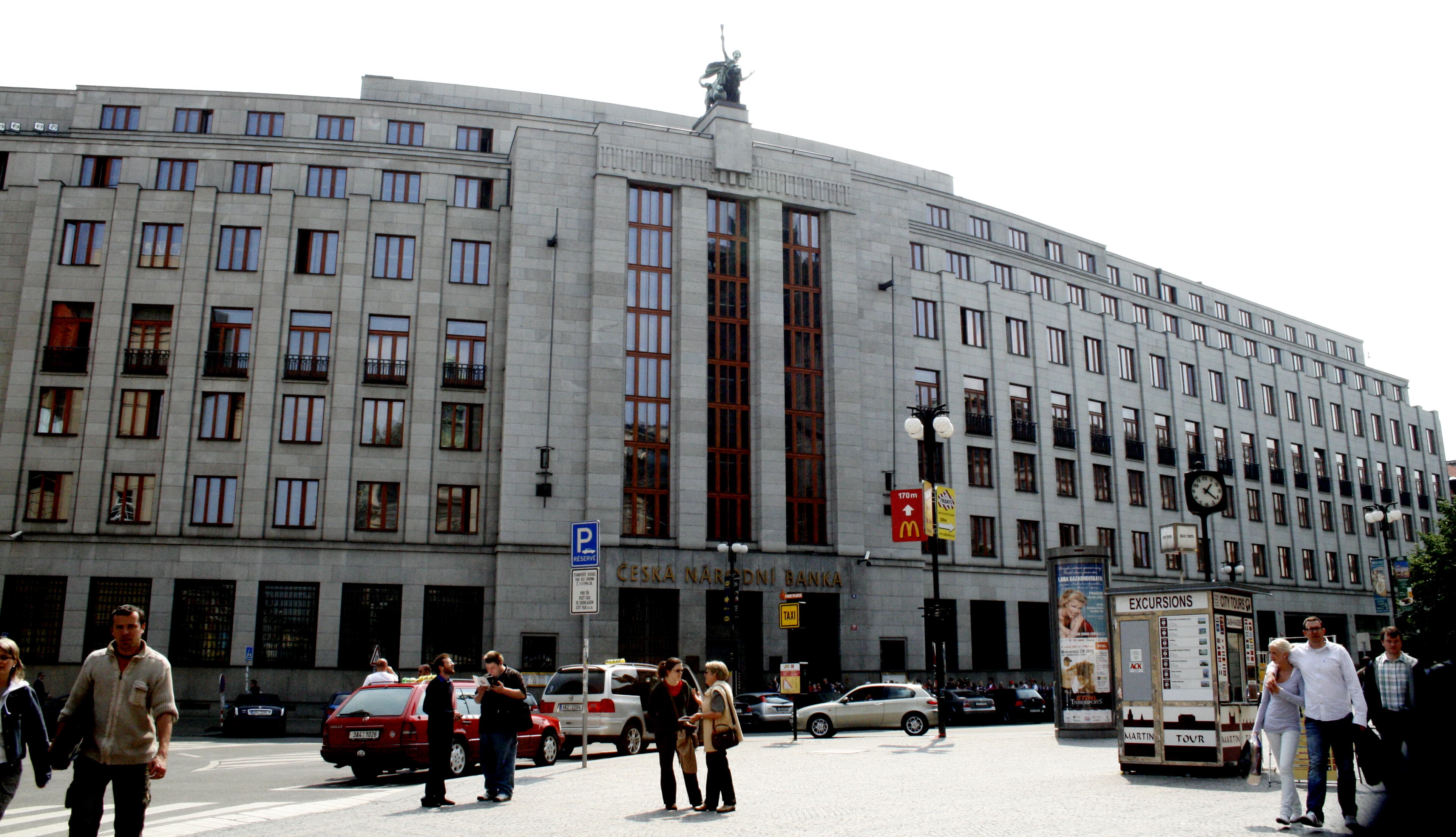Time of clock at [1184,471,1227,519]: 1:21
